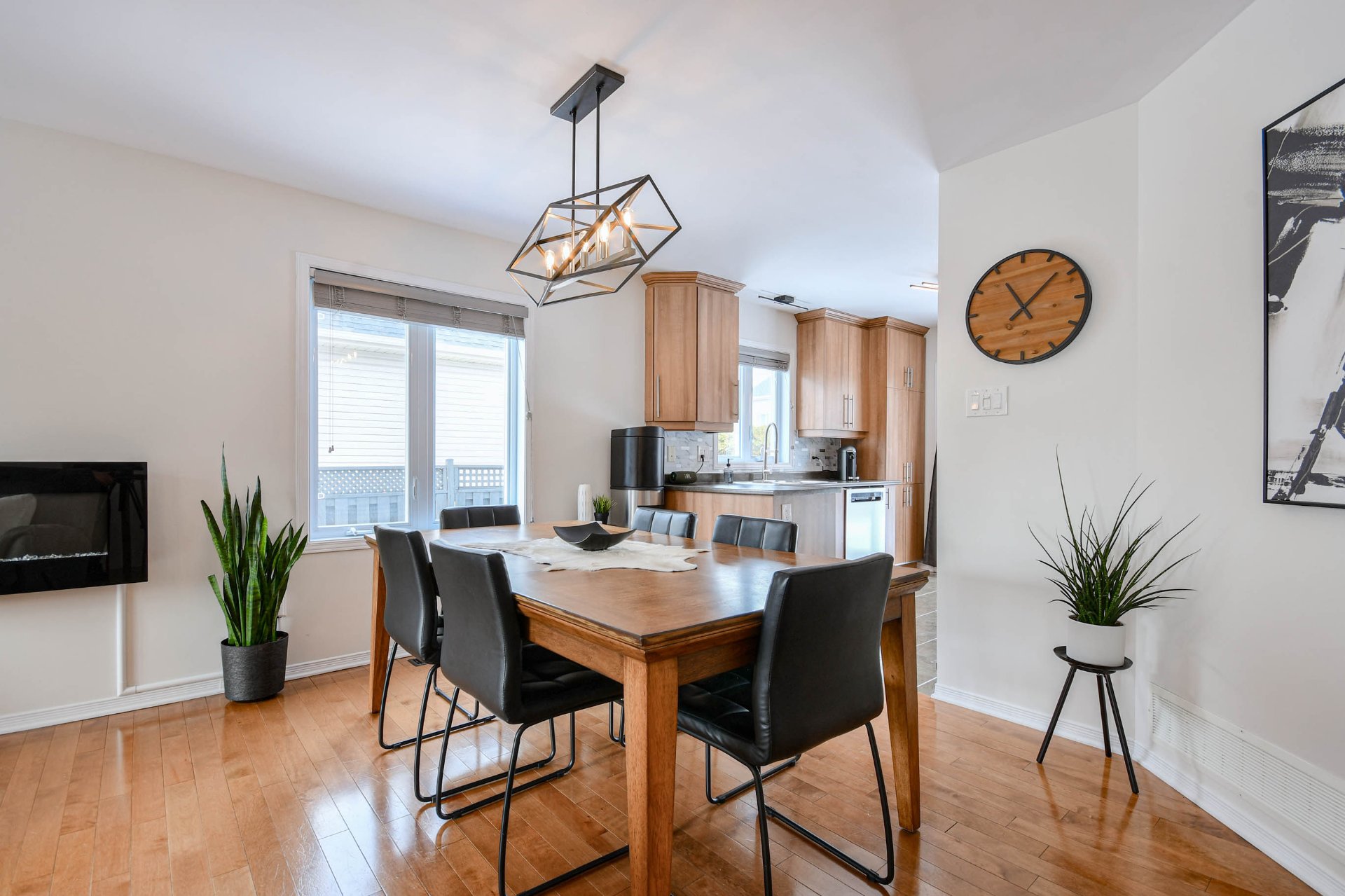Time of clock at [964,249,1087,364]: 11:07
